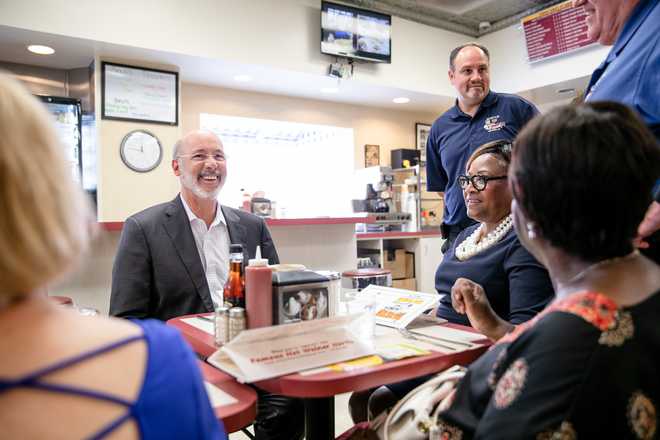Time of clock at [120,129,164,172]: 11:46
